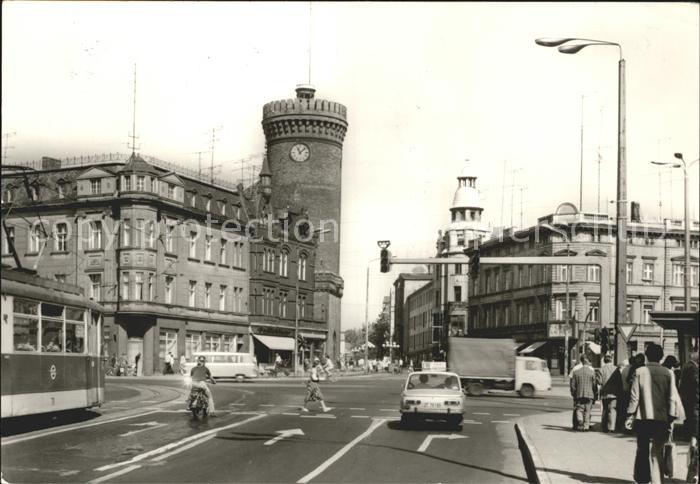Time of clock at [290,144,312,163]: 11:07
